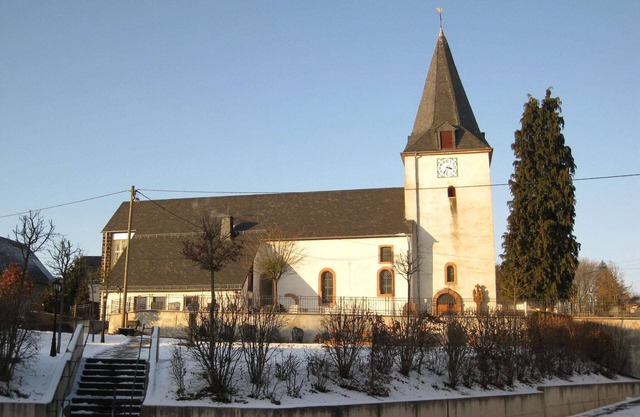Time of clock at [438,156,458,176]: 3:35
